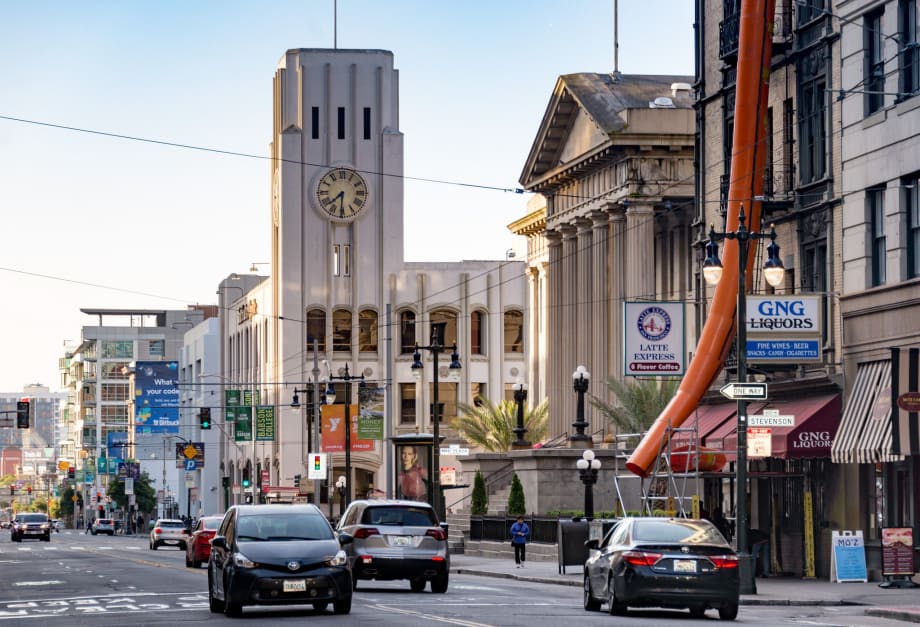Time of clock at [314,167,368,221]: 7:30
